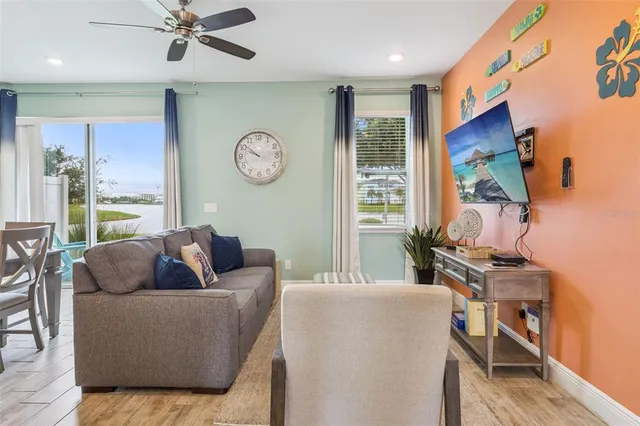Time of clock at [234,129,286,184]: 9:51
